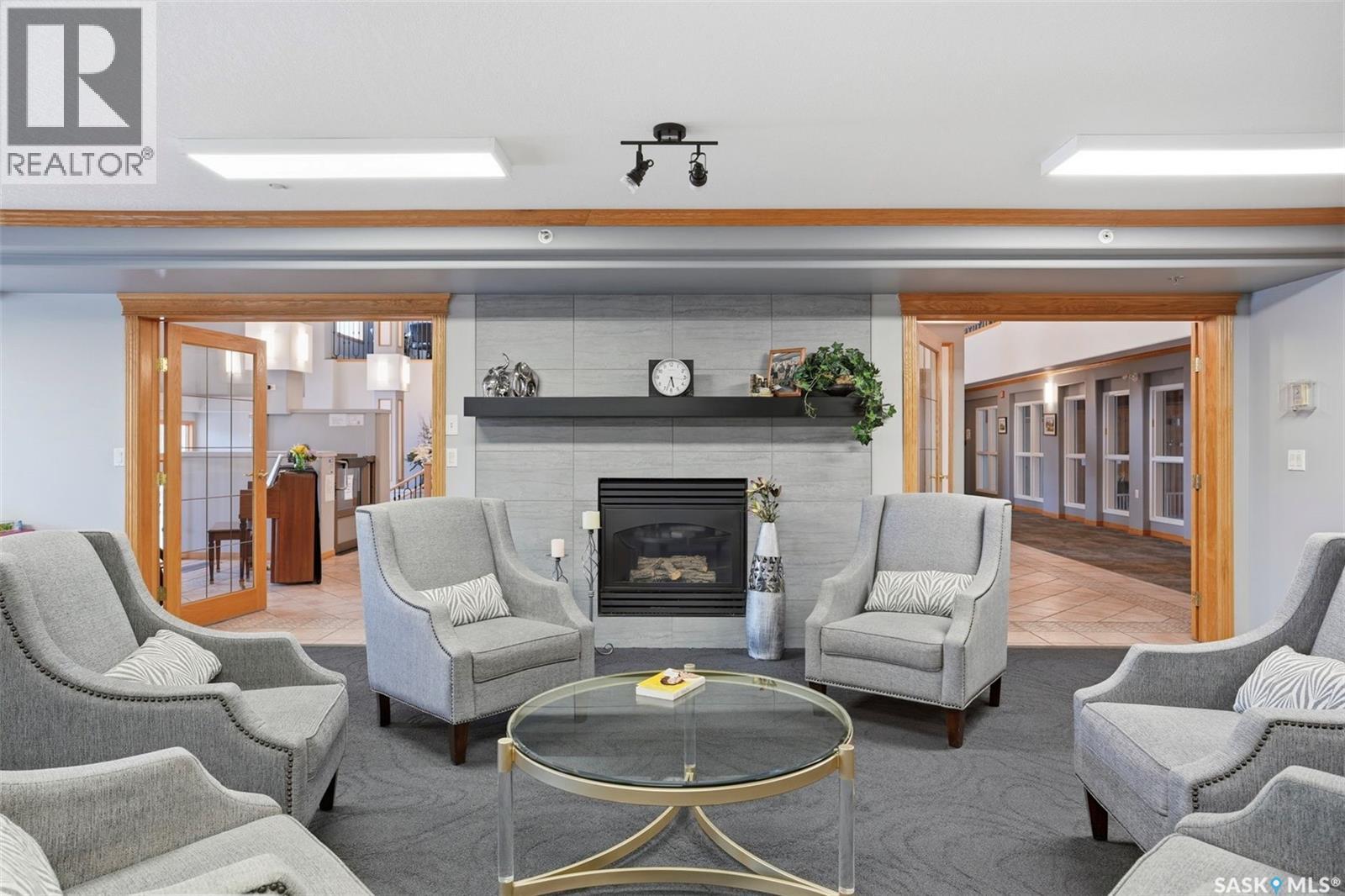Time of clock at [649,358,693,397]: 5:33
